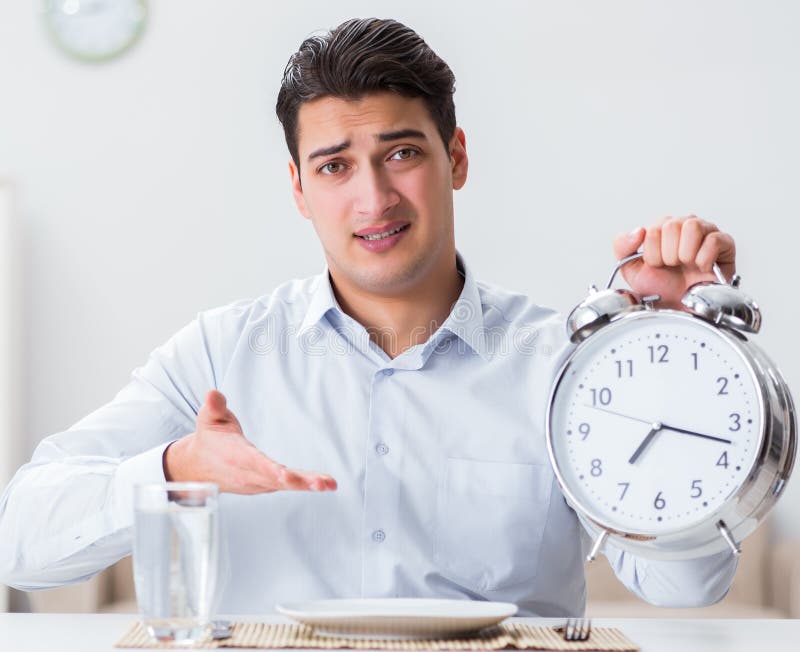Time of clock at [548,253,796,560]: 7:17
